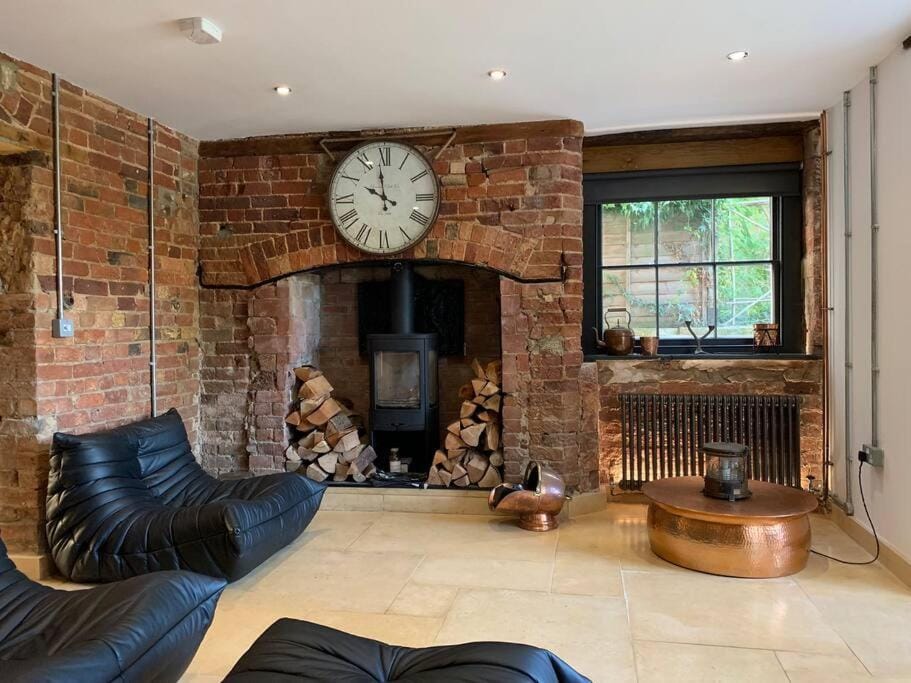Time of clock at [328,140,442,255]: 9:58
